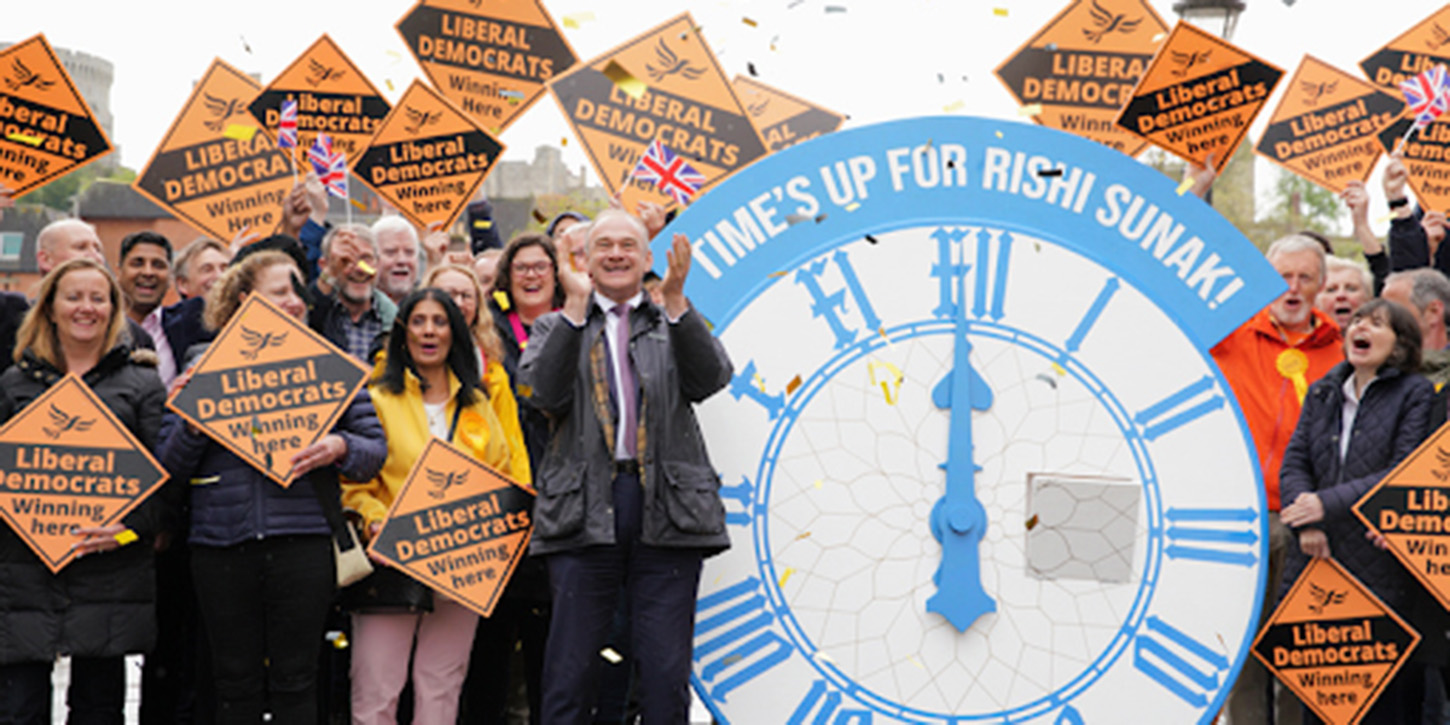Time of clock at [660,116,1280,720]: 5:59
